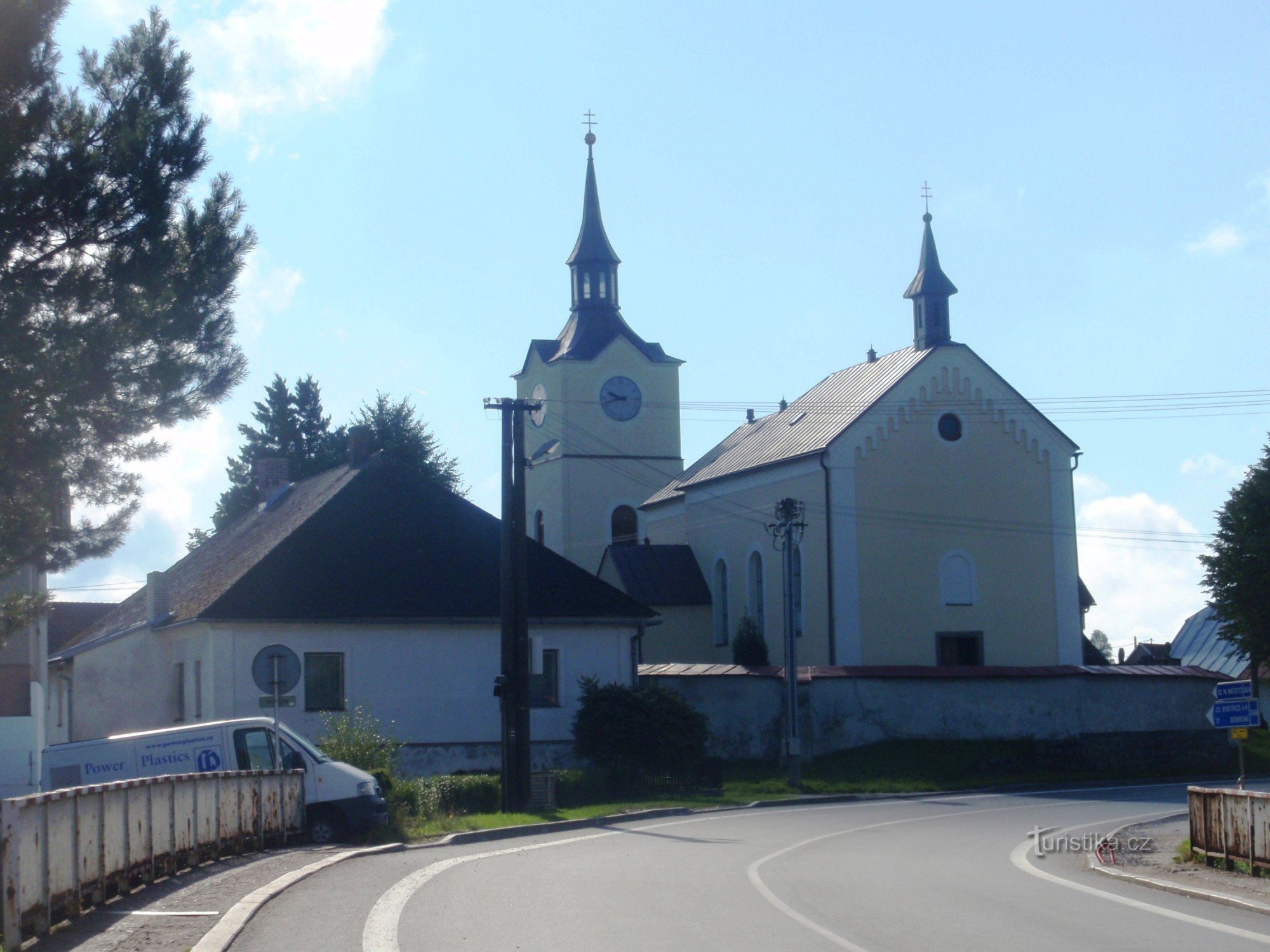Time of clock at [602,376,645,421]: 9:42
